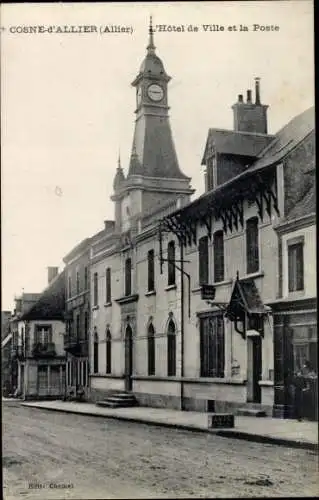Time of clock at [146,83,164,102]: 2:46
